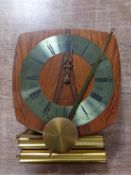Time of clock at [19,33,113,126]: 12:33
